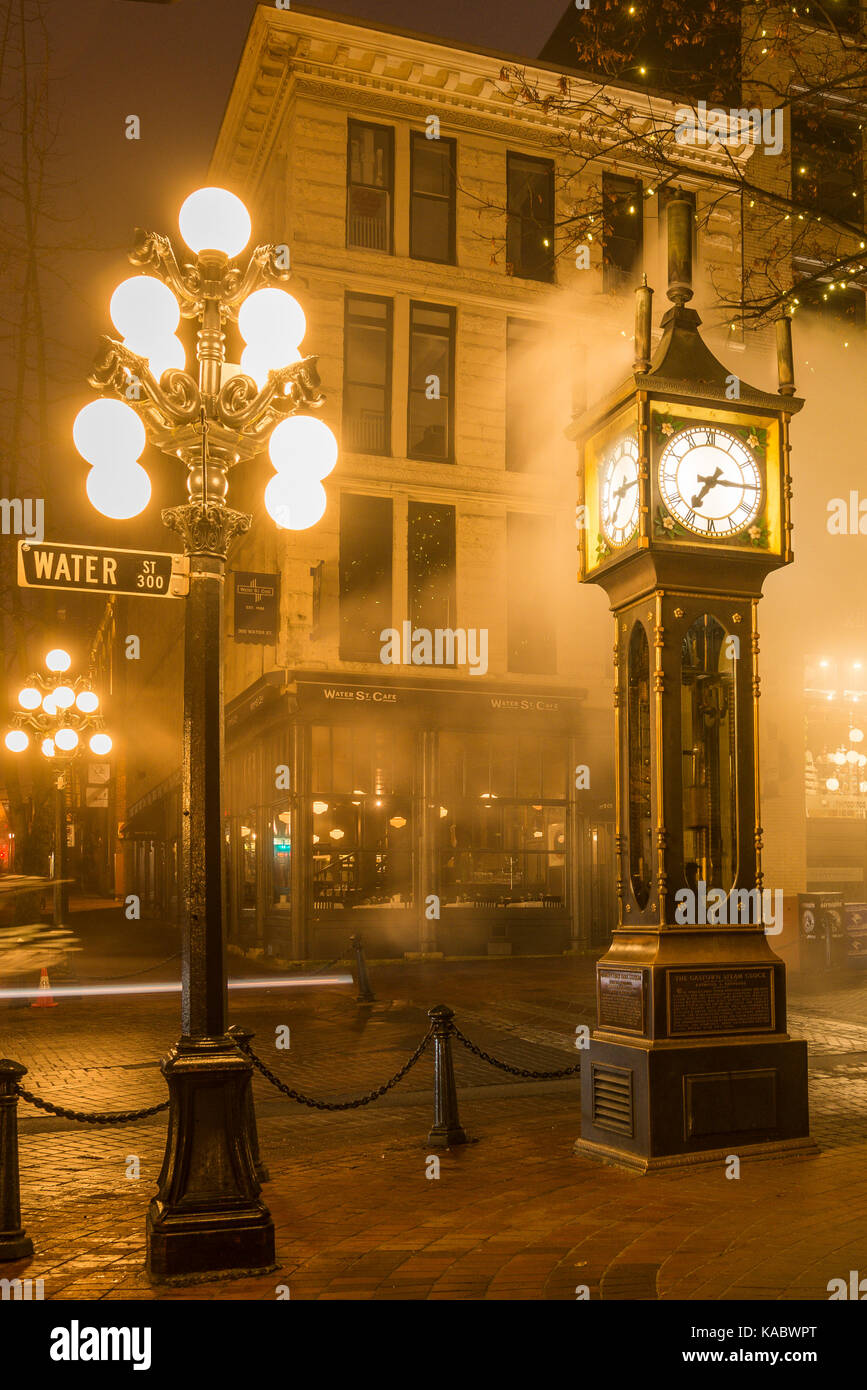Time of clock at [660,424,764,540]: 7:15
